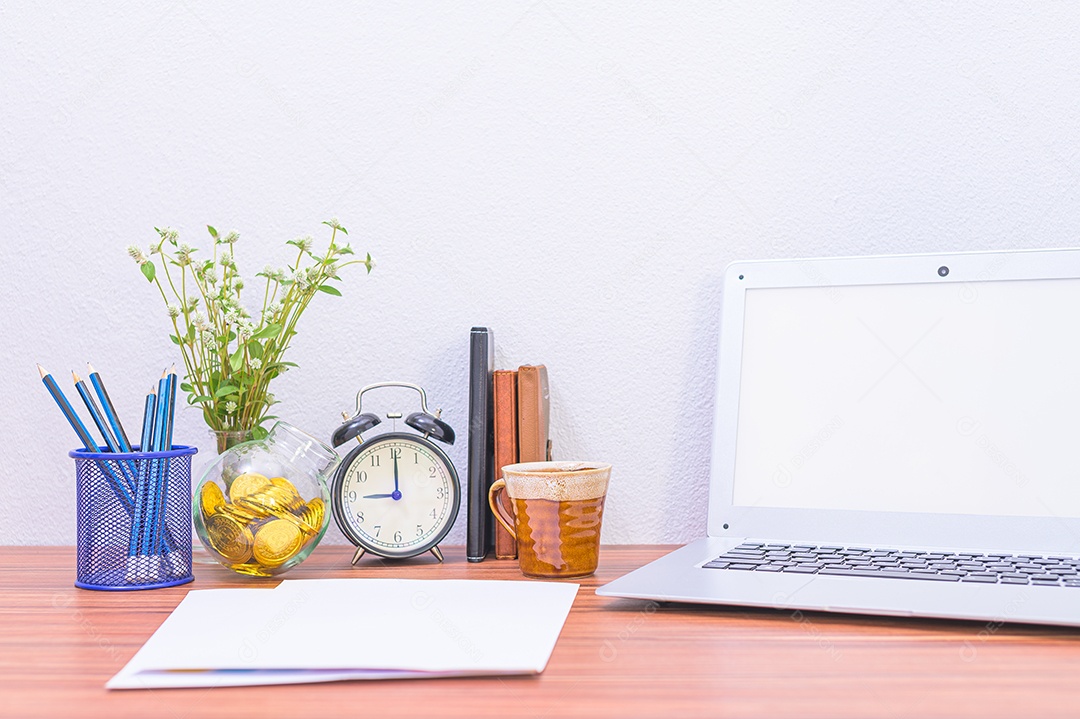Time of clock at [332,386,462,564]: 9:00
